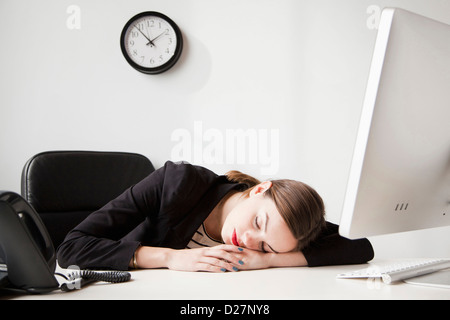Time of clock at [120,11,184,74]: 1:53
